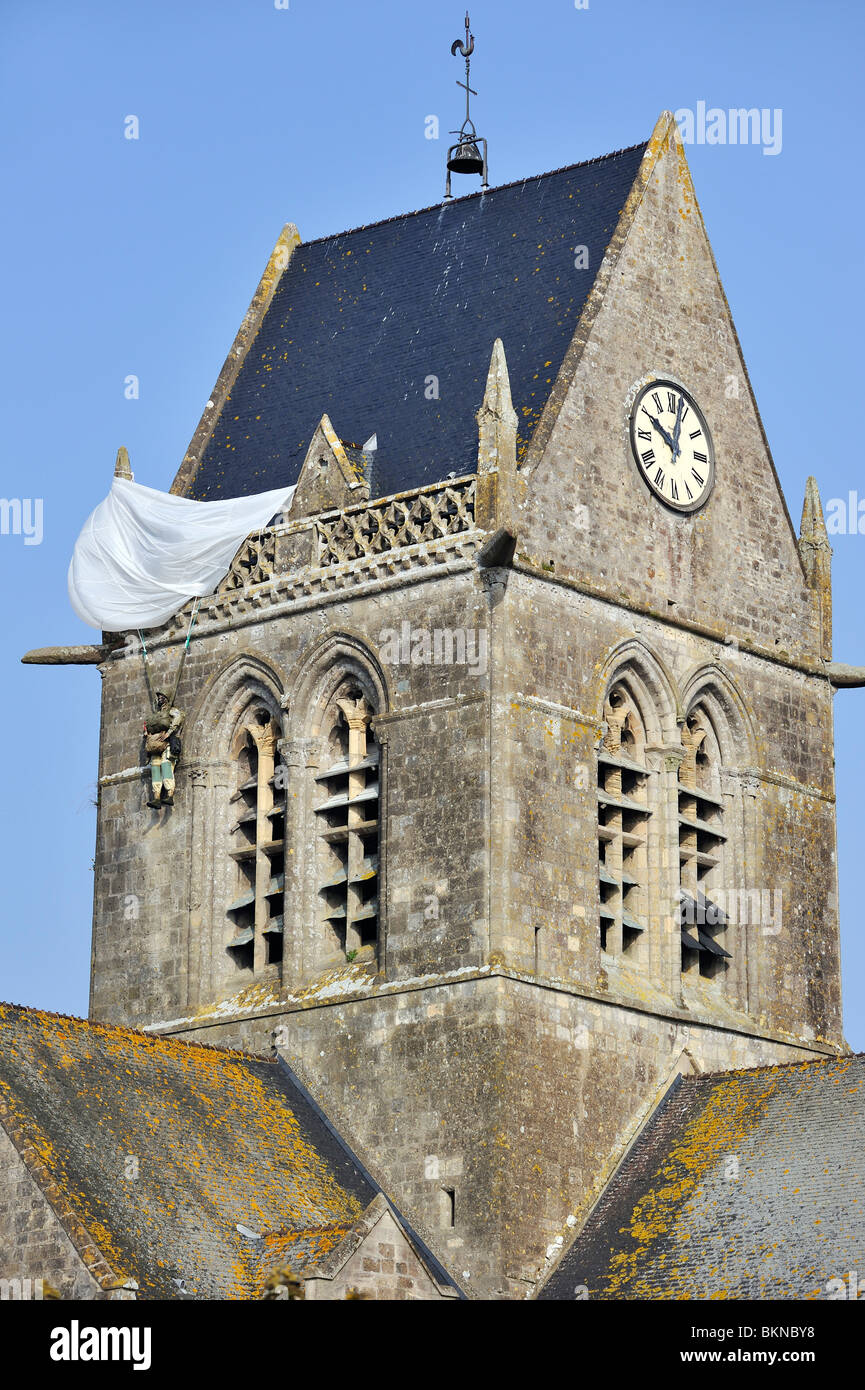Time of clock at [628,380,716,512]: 10:02
